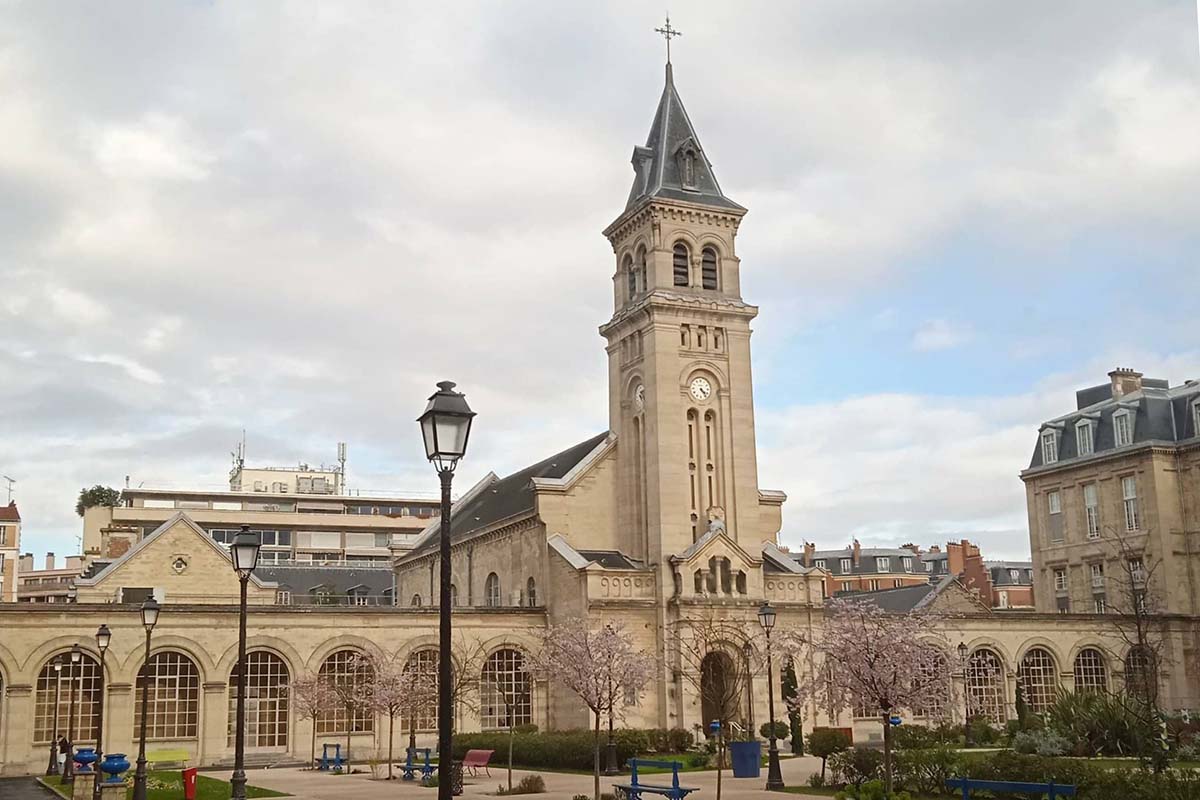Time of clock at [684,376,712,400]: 4:23
